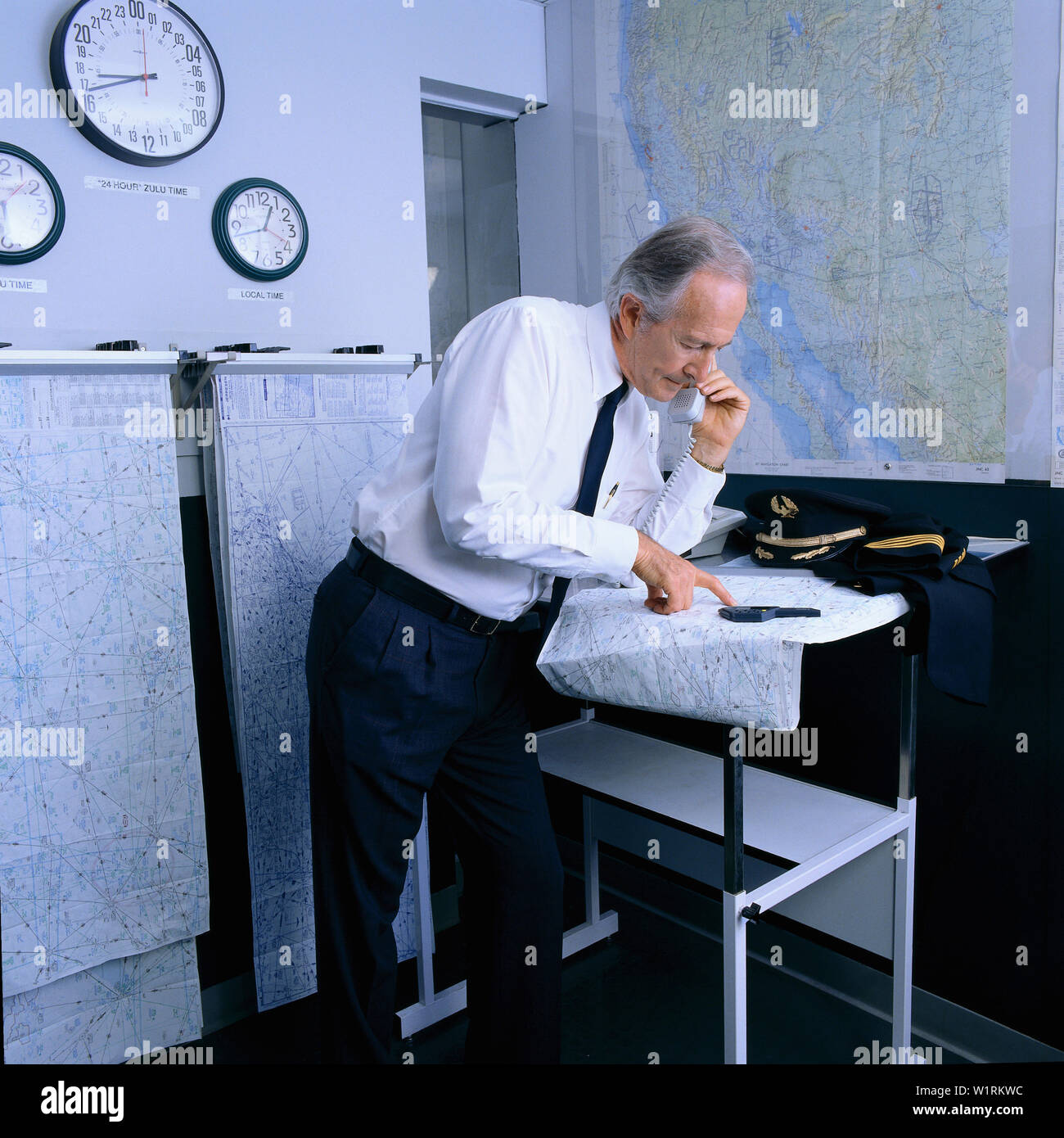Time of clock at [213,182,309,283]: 12:42
